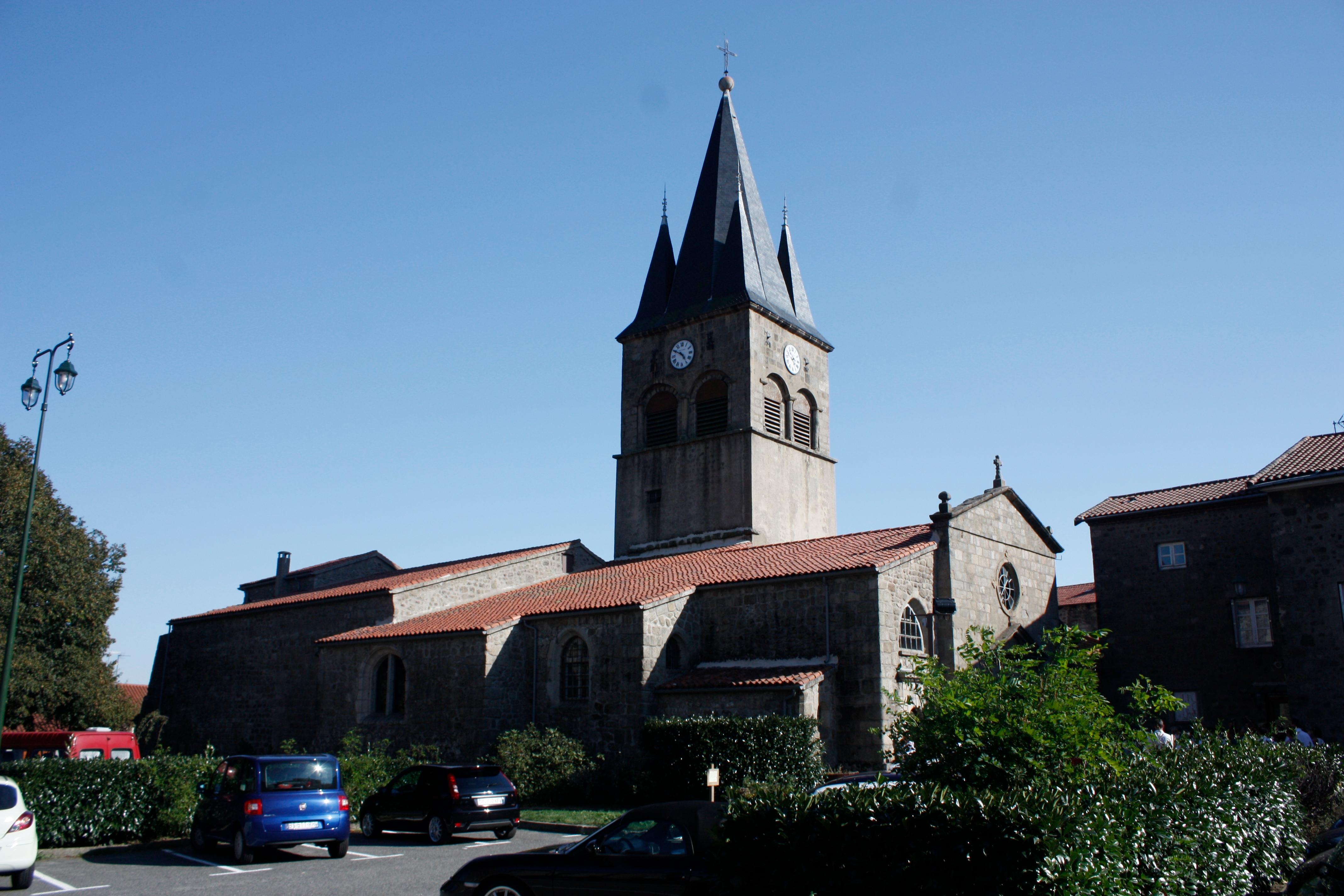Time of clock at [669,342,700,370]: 4:50
